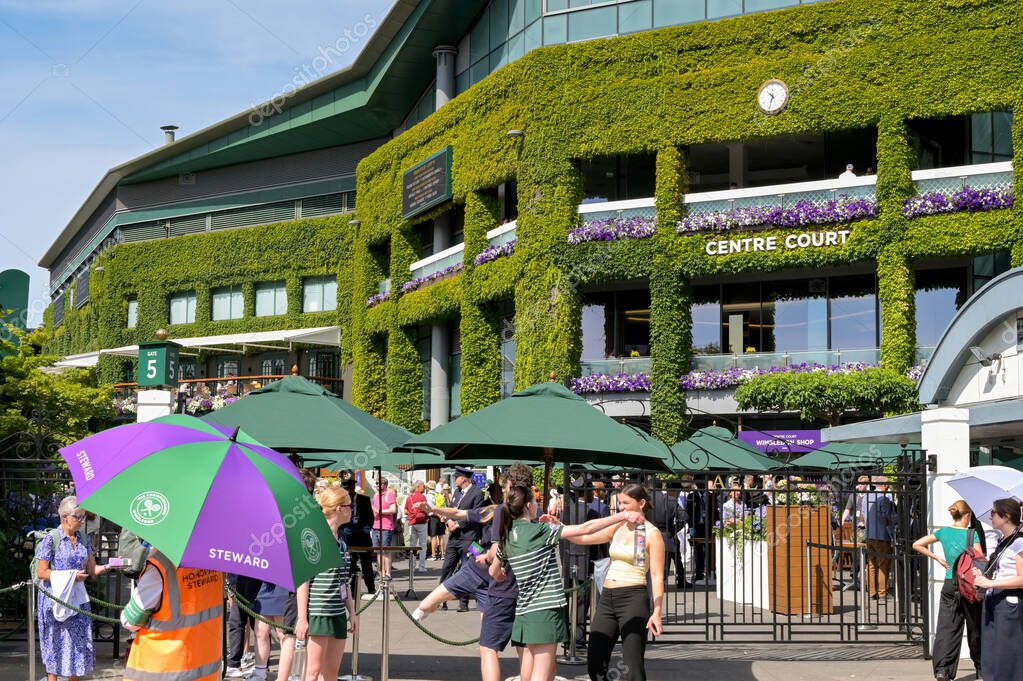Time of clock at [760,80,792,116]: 10:32
